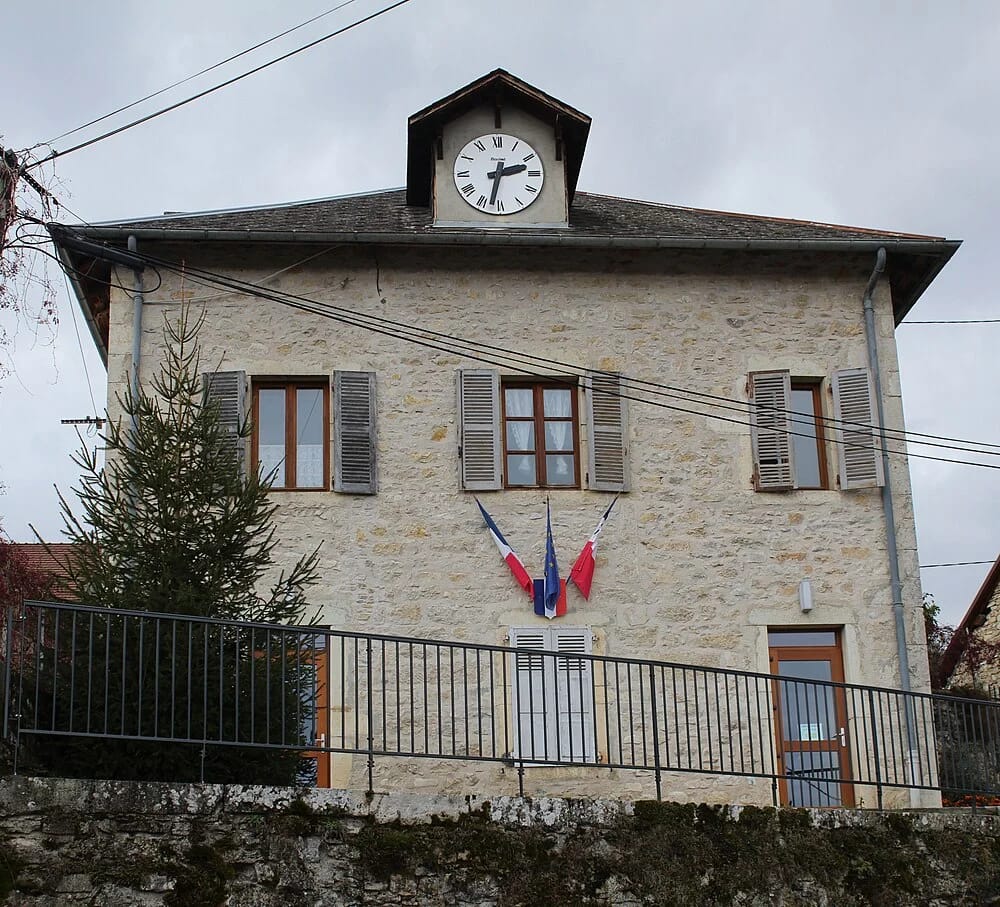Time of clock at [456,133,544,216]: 2:32
